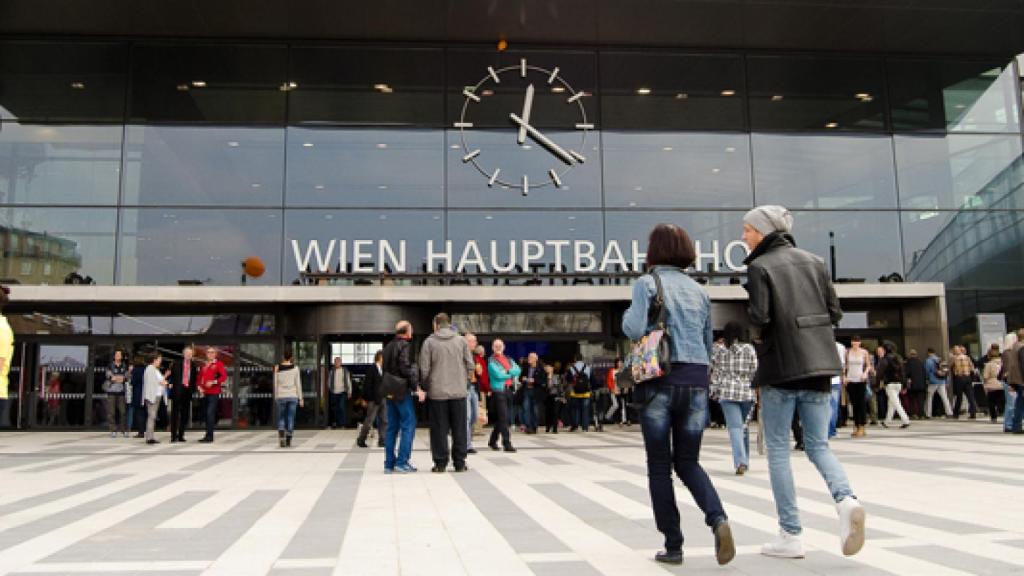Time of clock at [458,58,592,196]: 12:21
